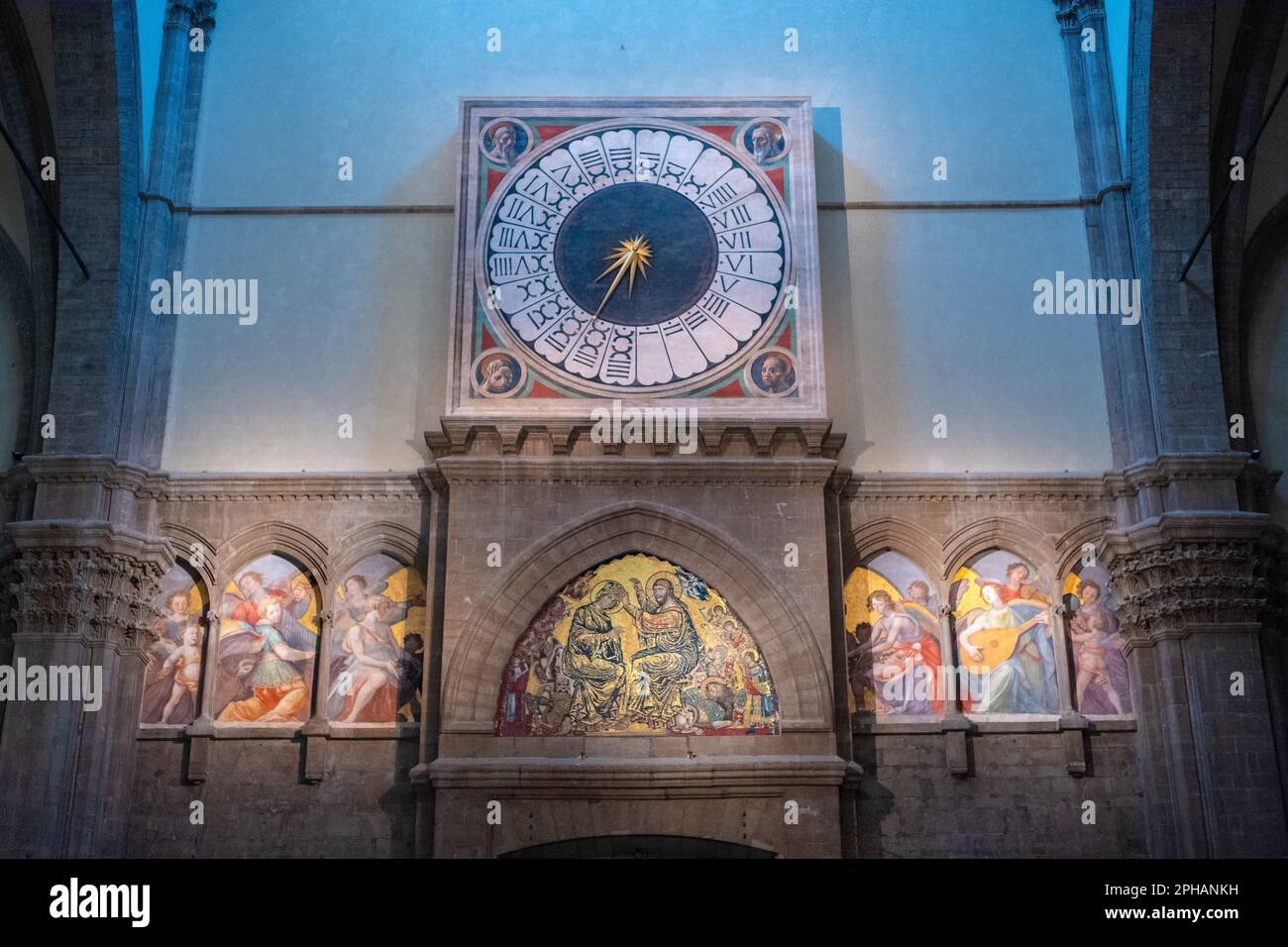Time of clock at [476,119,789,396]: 7:34
